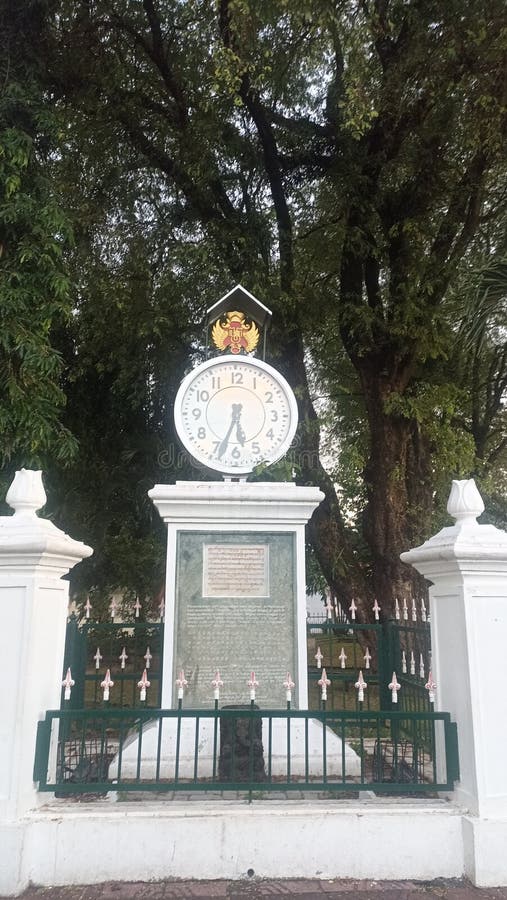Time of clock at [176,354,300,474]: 5:33
